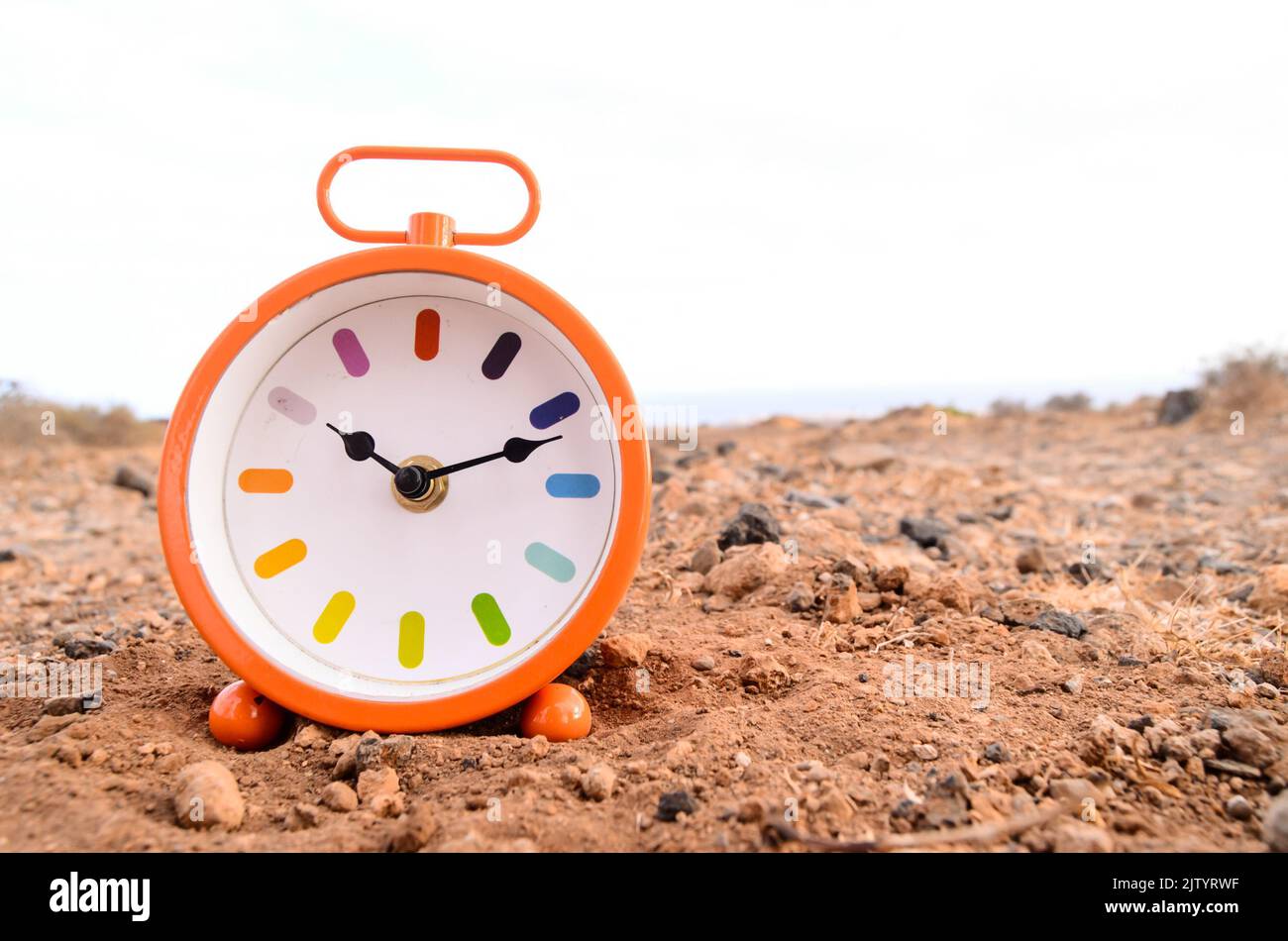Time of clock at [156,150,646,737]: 10:11
